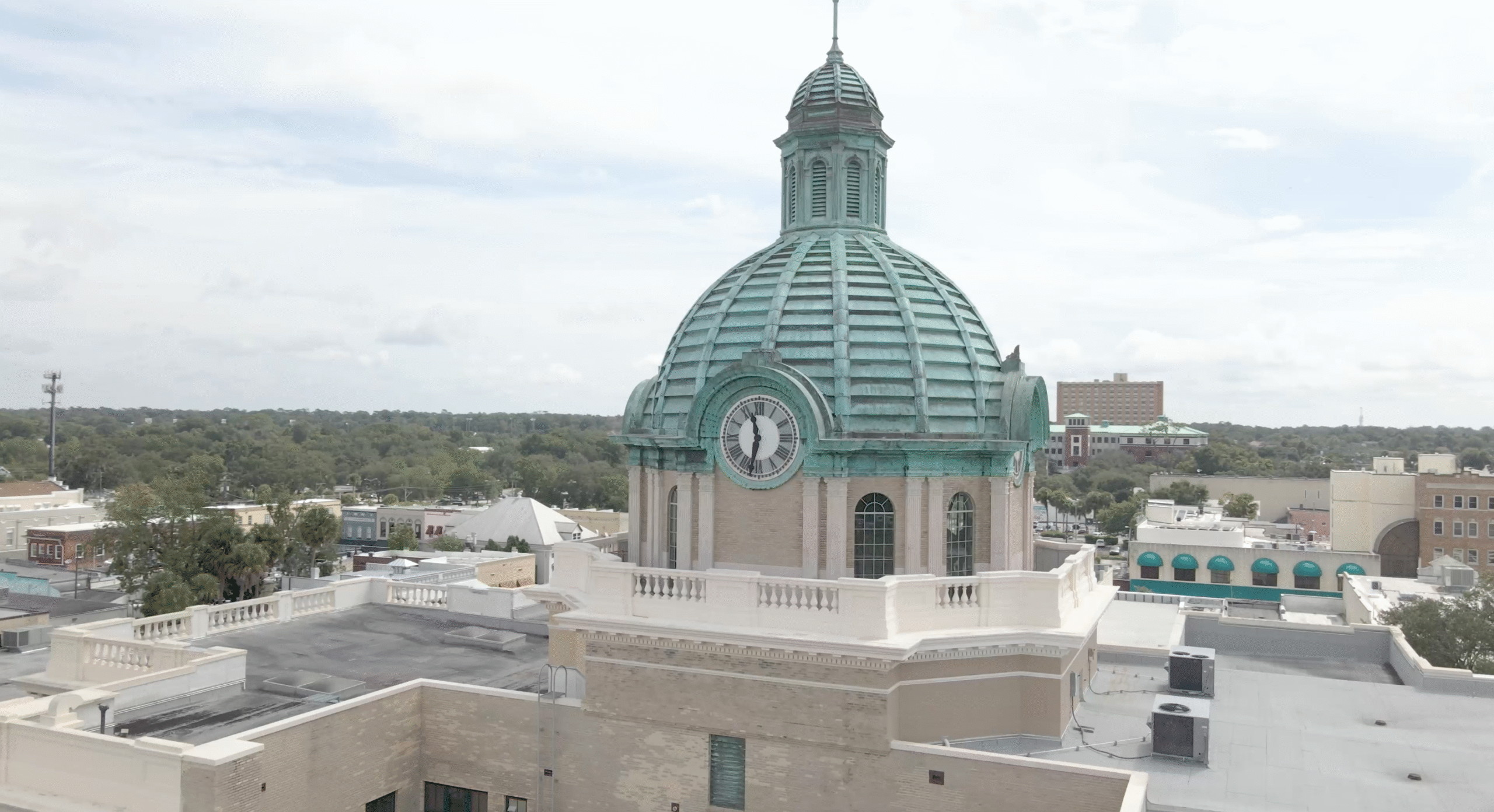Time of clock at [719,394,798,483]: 11:32
